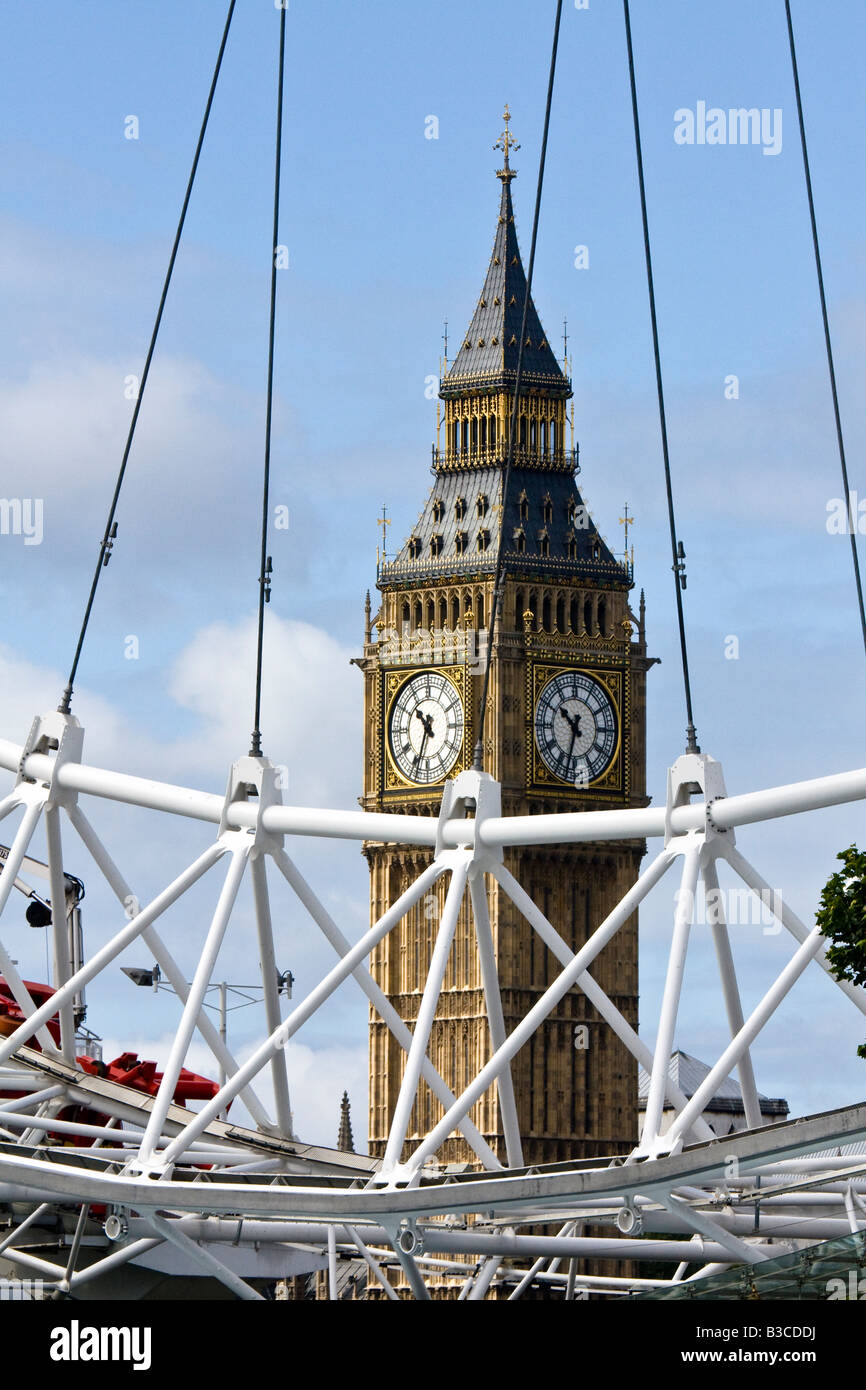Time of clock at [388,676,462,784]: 10:33
